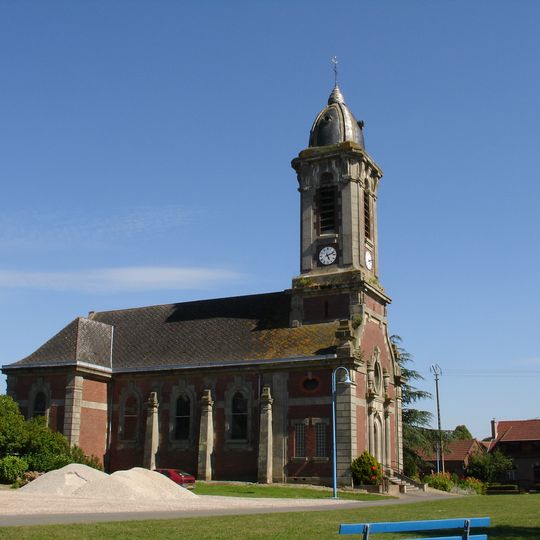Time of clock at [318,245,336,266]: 5:11
